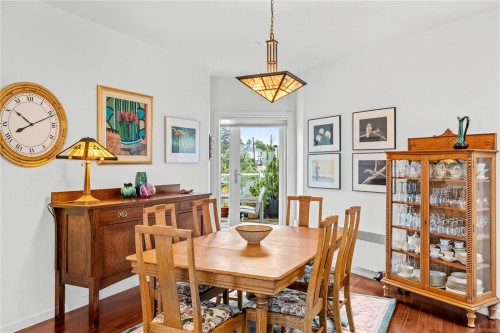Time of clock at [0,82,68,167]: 8:11
